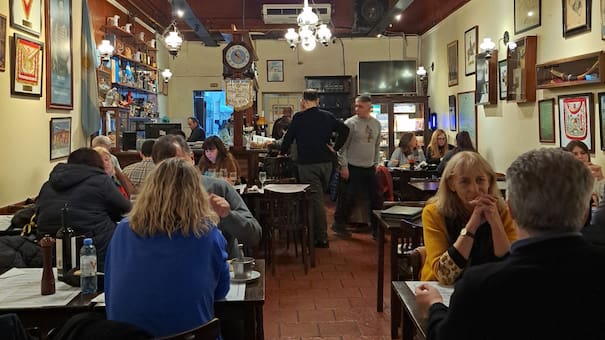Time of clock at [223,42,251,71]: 10:21
